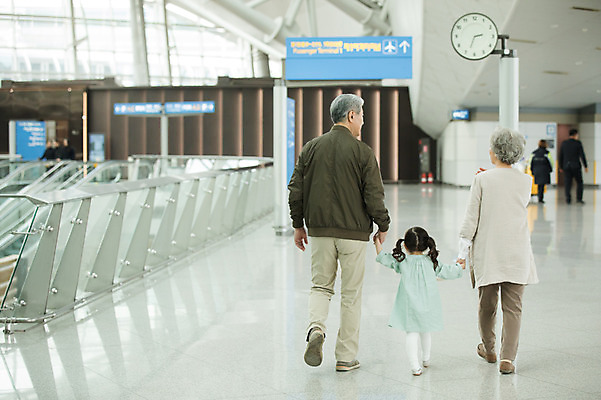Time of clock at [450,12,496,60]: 2:33
